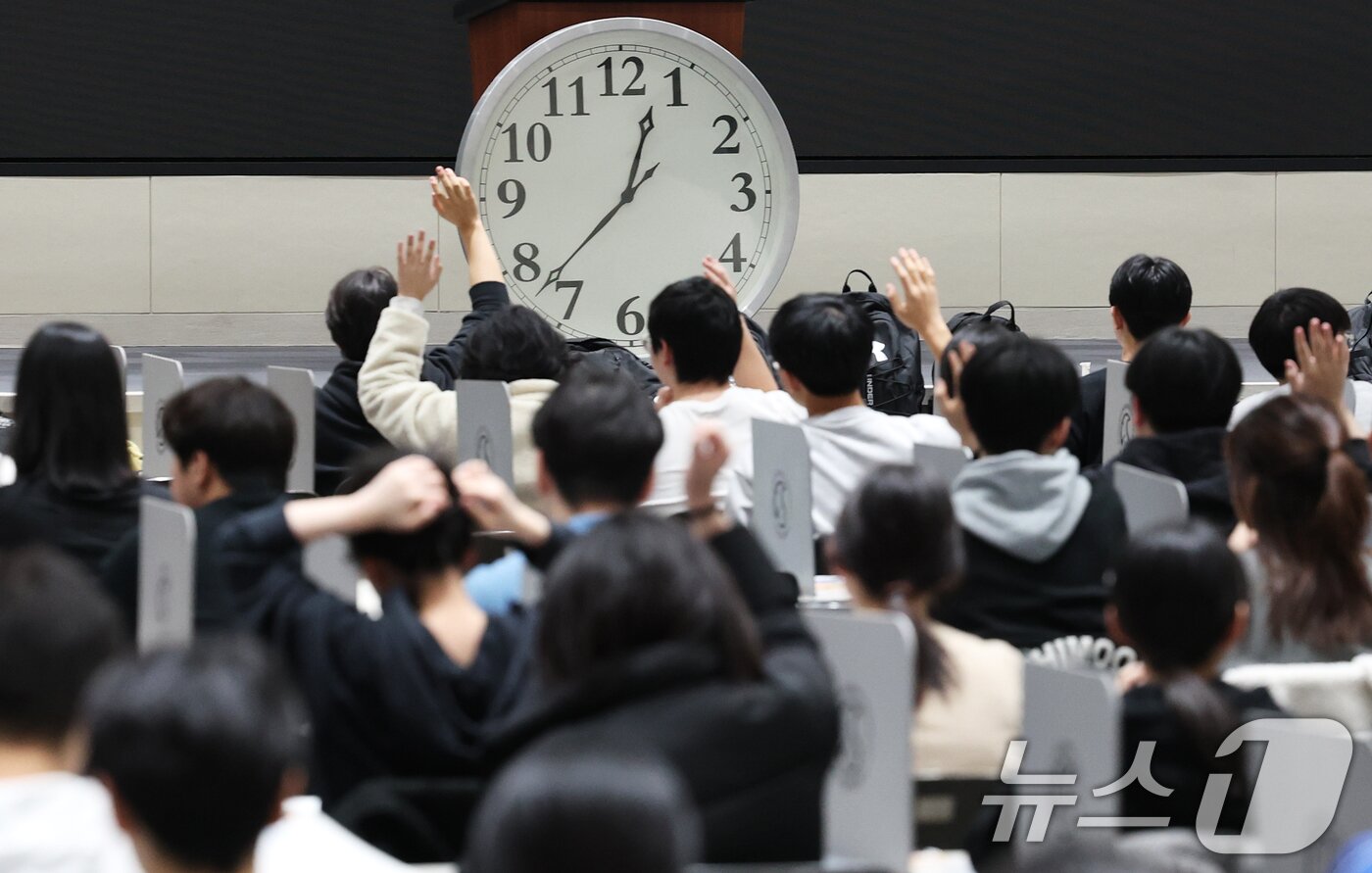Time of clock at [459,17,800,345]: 12:37
